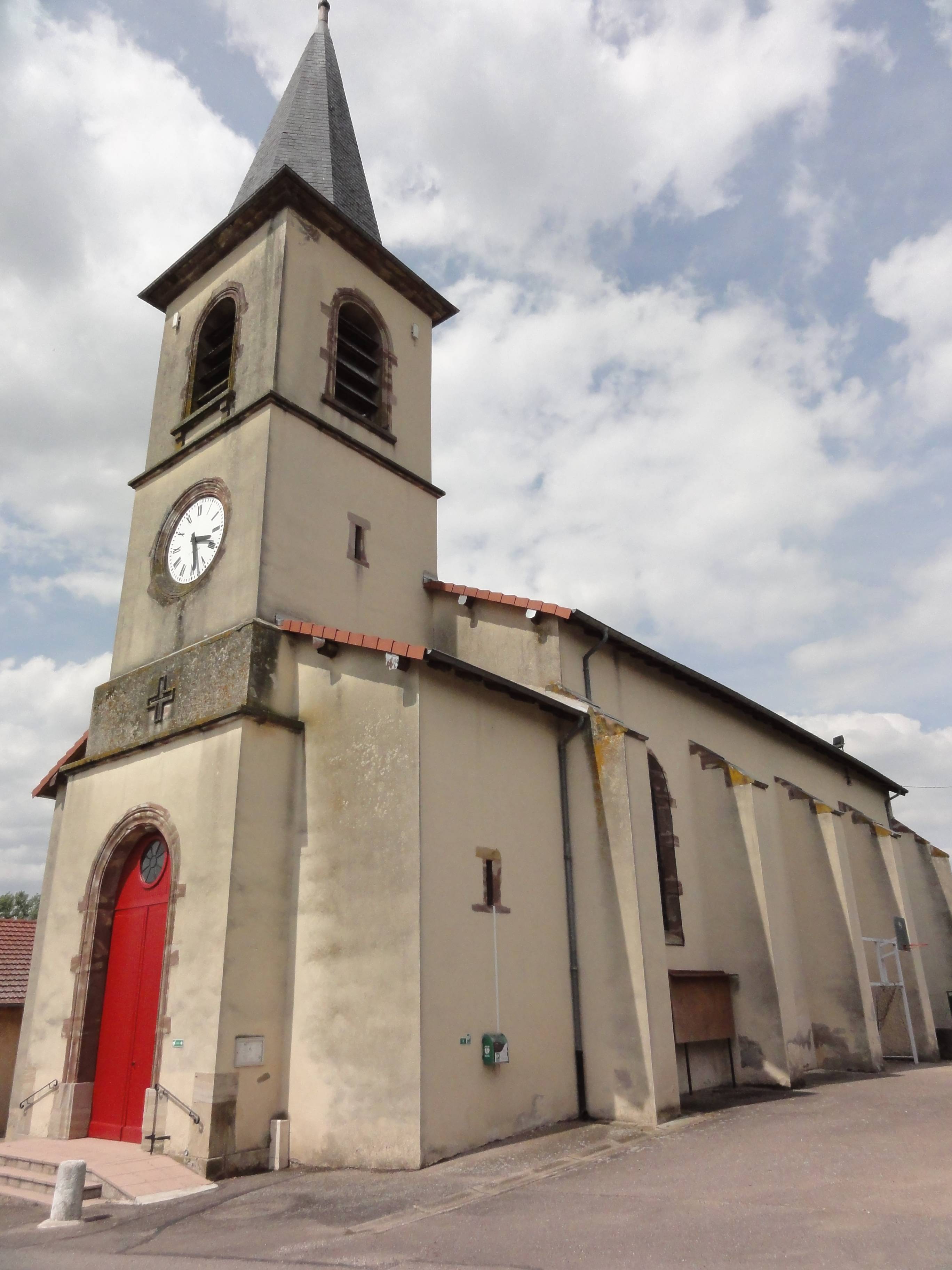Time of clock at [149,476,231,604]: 3:28
